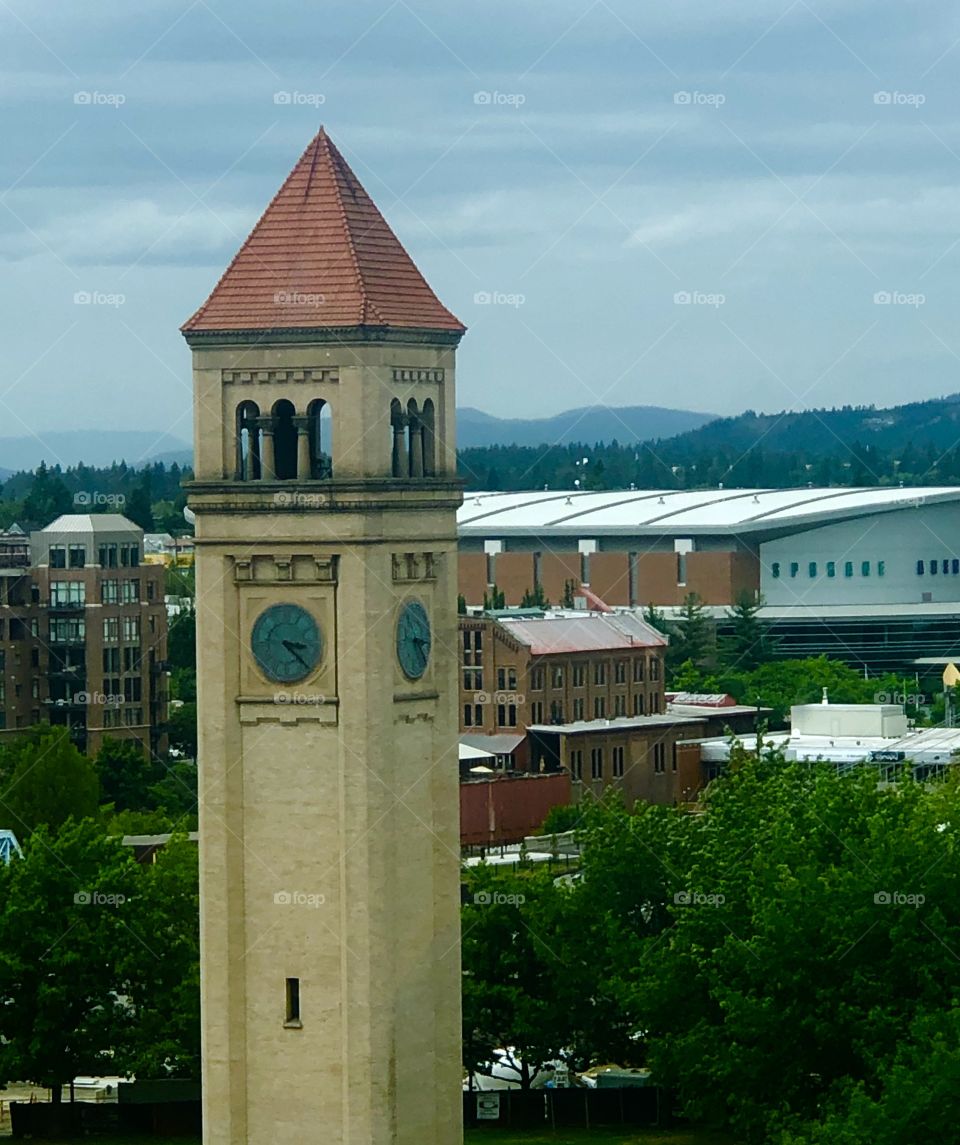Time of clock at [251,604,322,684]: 3:22
